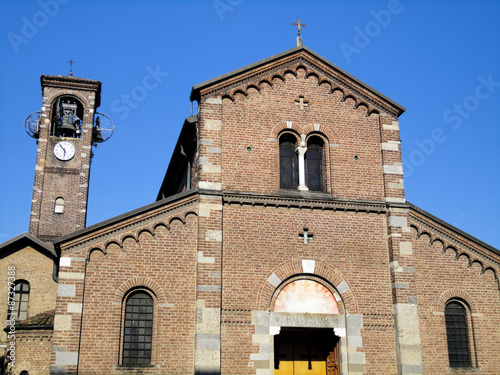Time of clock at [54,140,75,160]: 5:53
